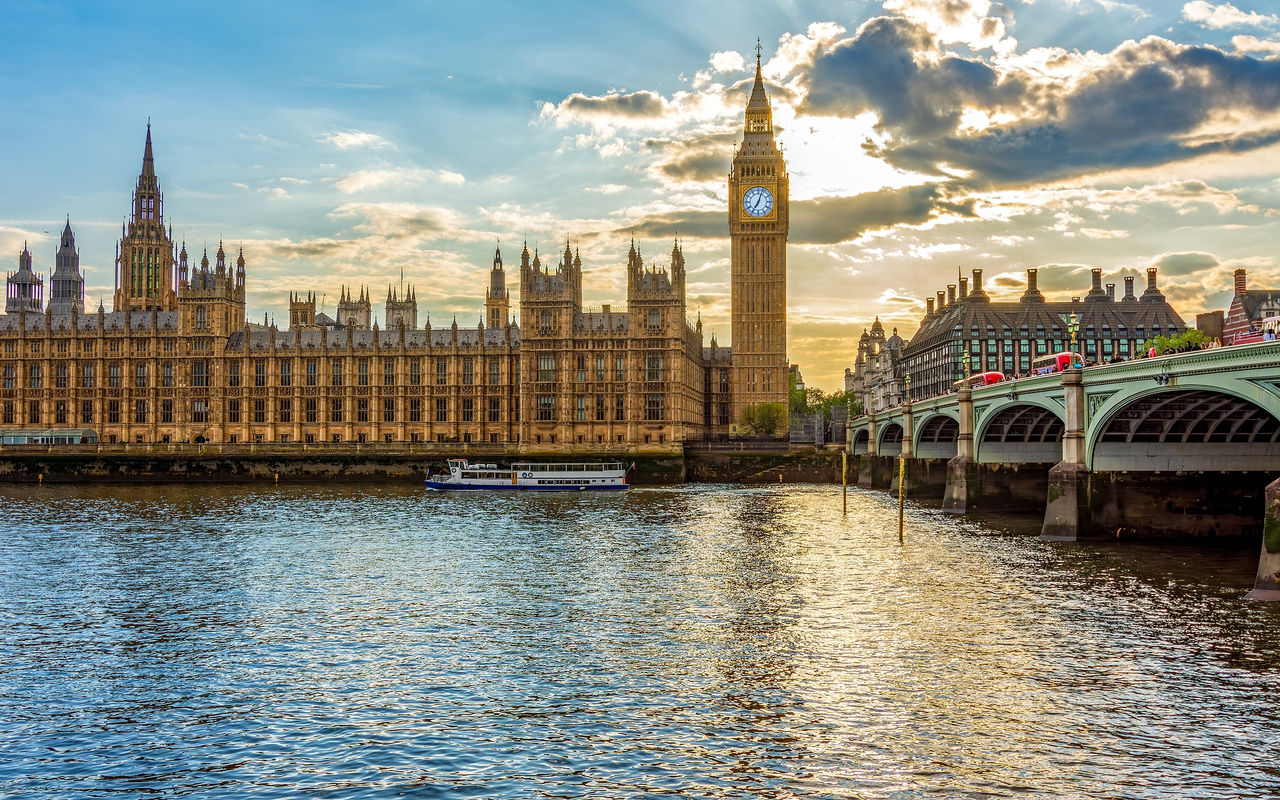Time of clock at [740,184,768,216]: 7:03
